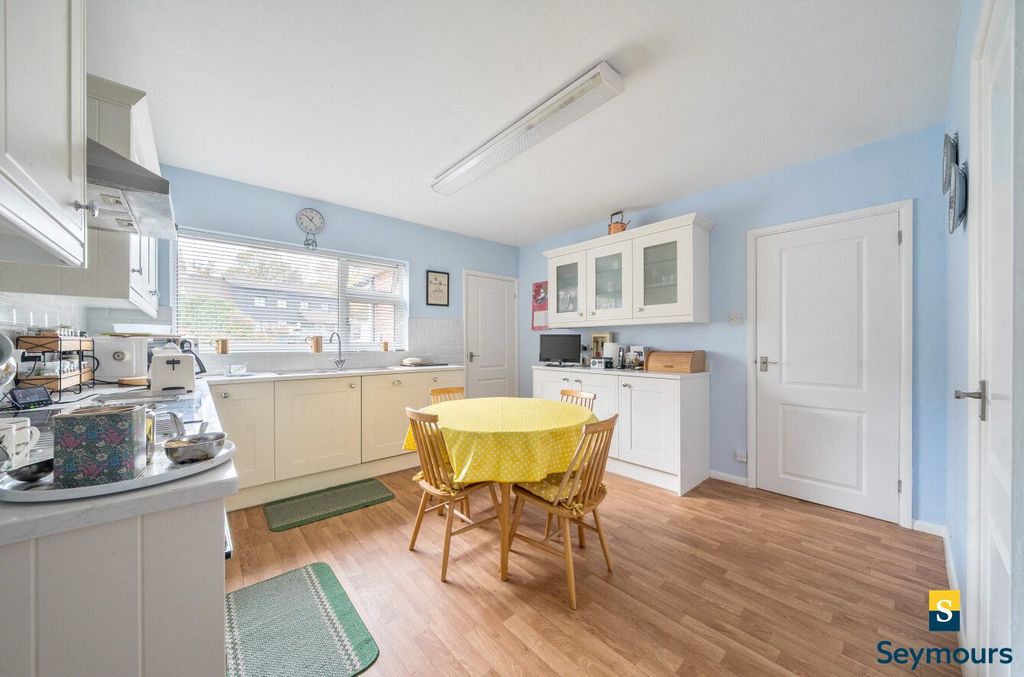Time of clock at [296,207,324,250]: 10:22
